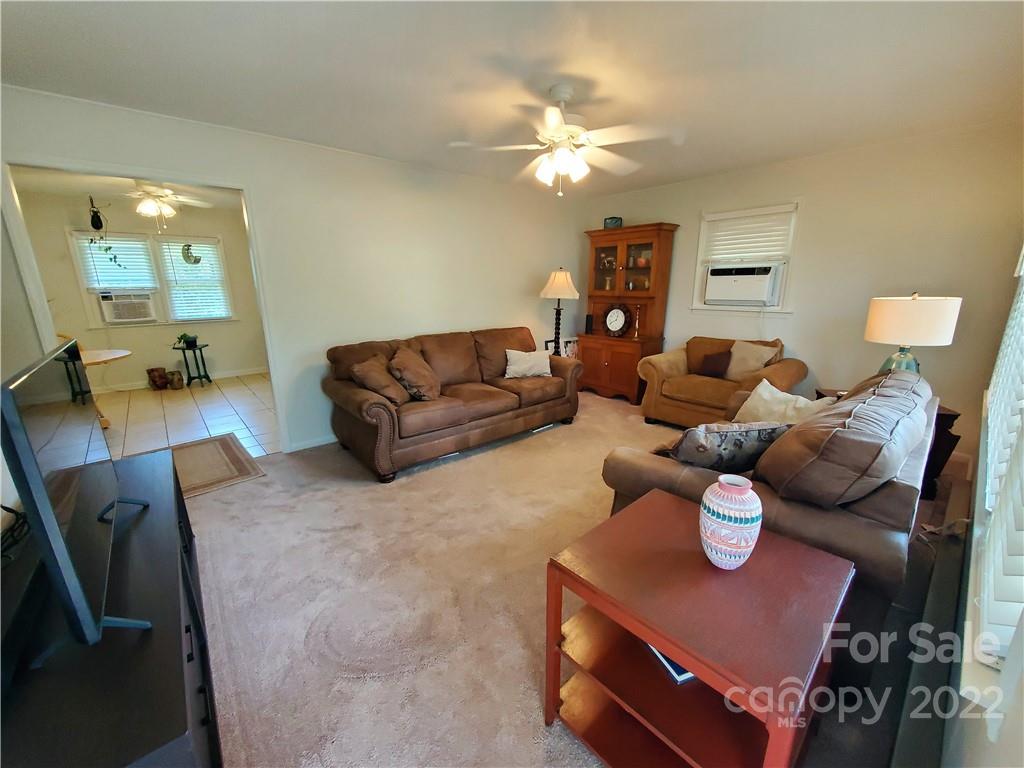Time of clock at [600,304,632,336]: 12:41
